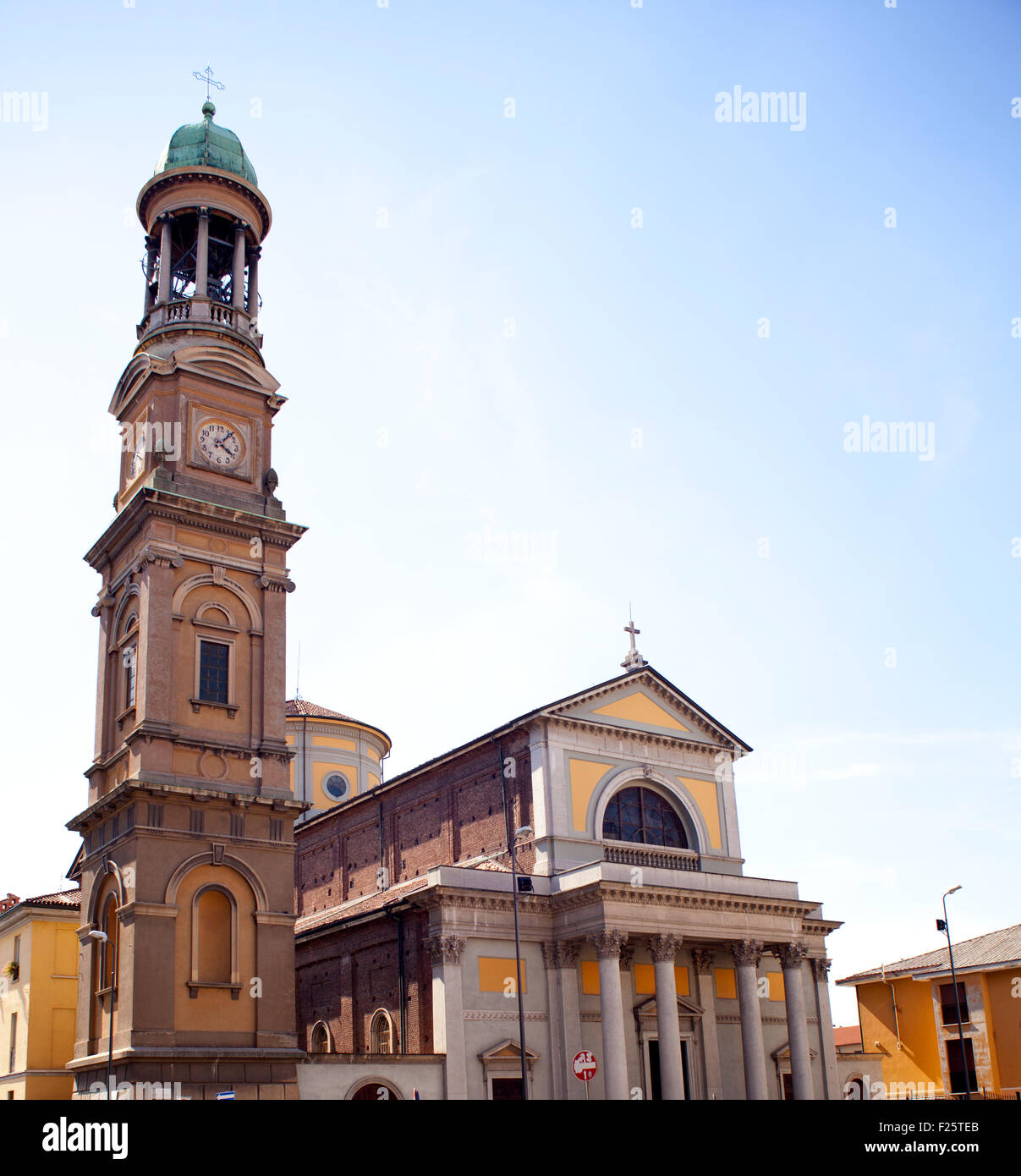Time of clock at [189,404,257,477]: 4:06
